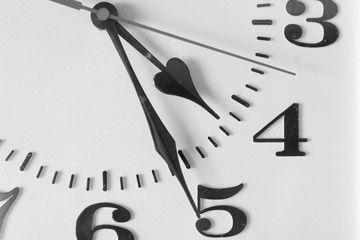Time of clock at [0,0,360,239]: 4:26
